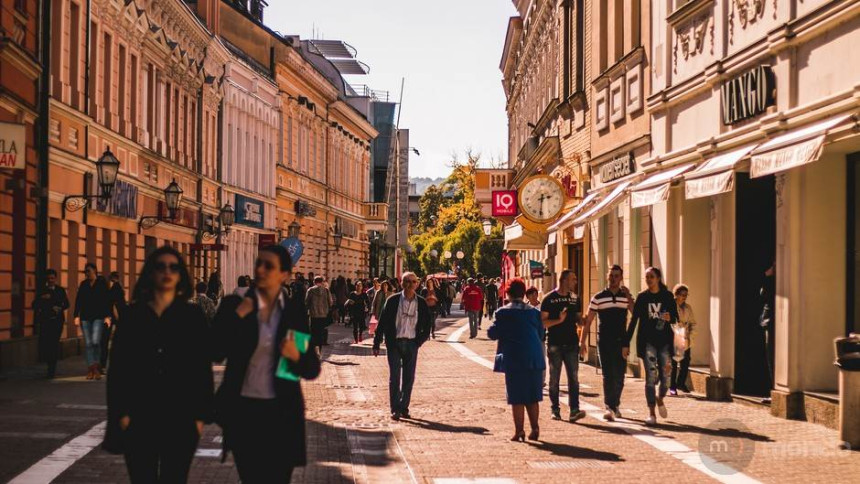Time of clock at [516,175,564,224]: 2:31
